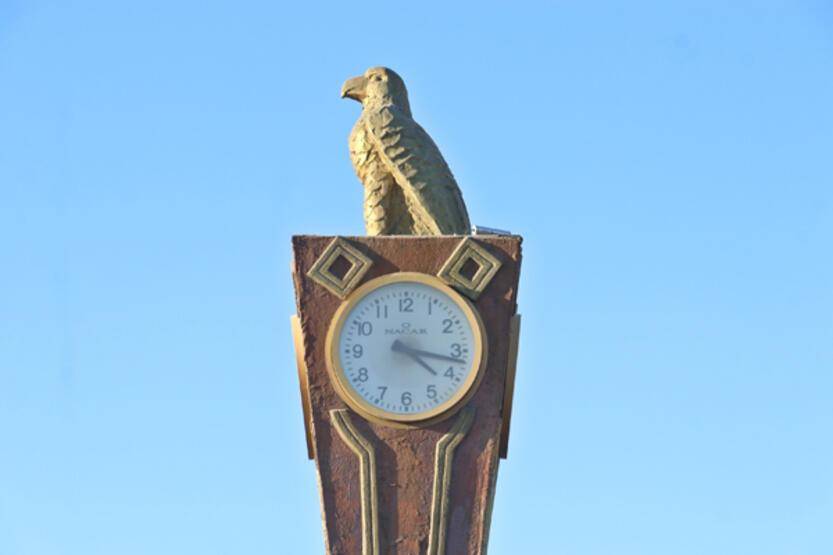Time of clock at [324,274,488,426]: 4:17
